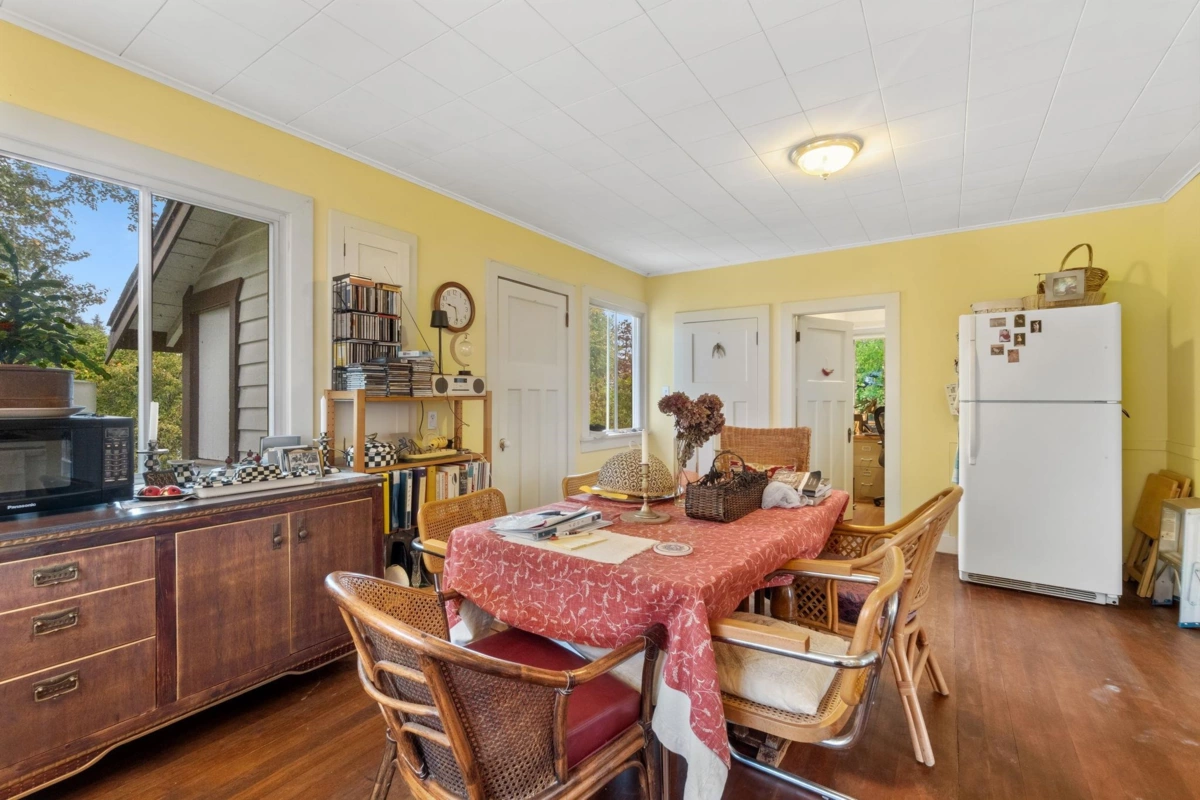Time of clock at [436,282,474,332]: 9:28
